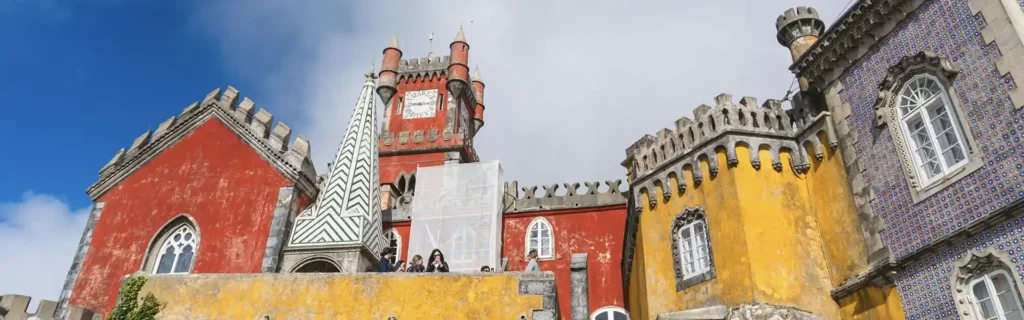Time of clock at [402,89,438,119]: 9:15
